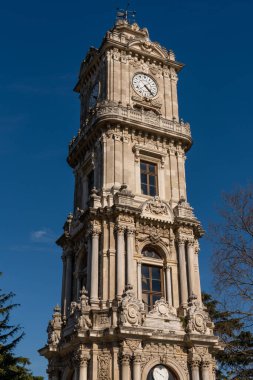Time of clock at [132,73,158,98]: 4:23
